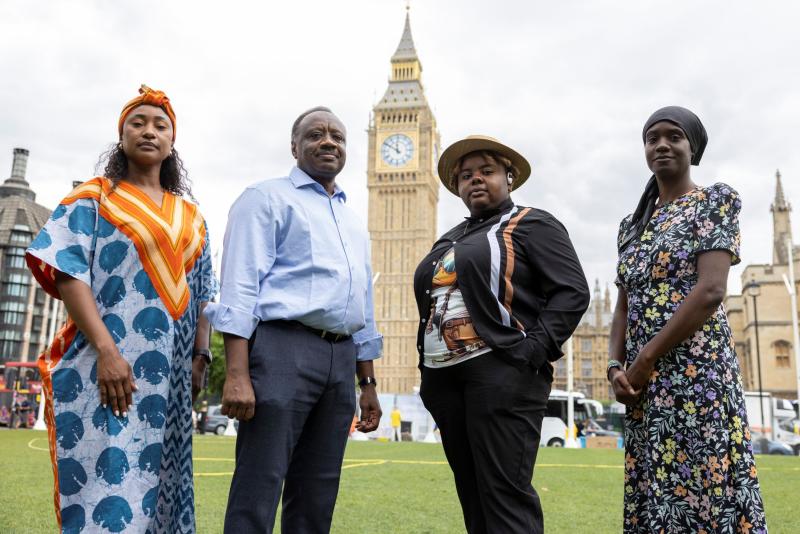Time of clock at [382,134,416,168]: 11:50
